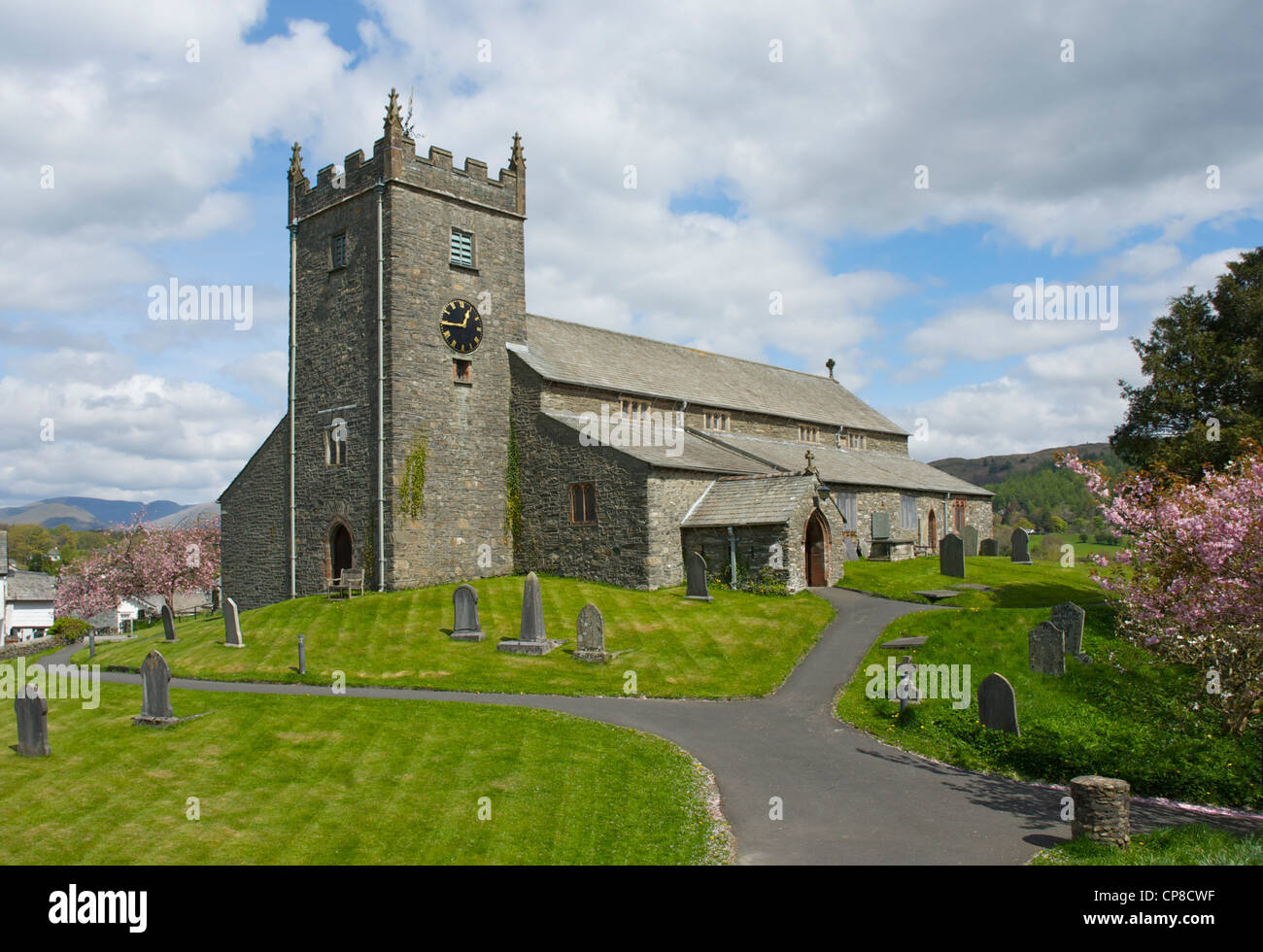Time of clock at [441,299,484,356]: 12:45
